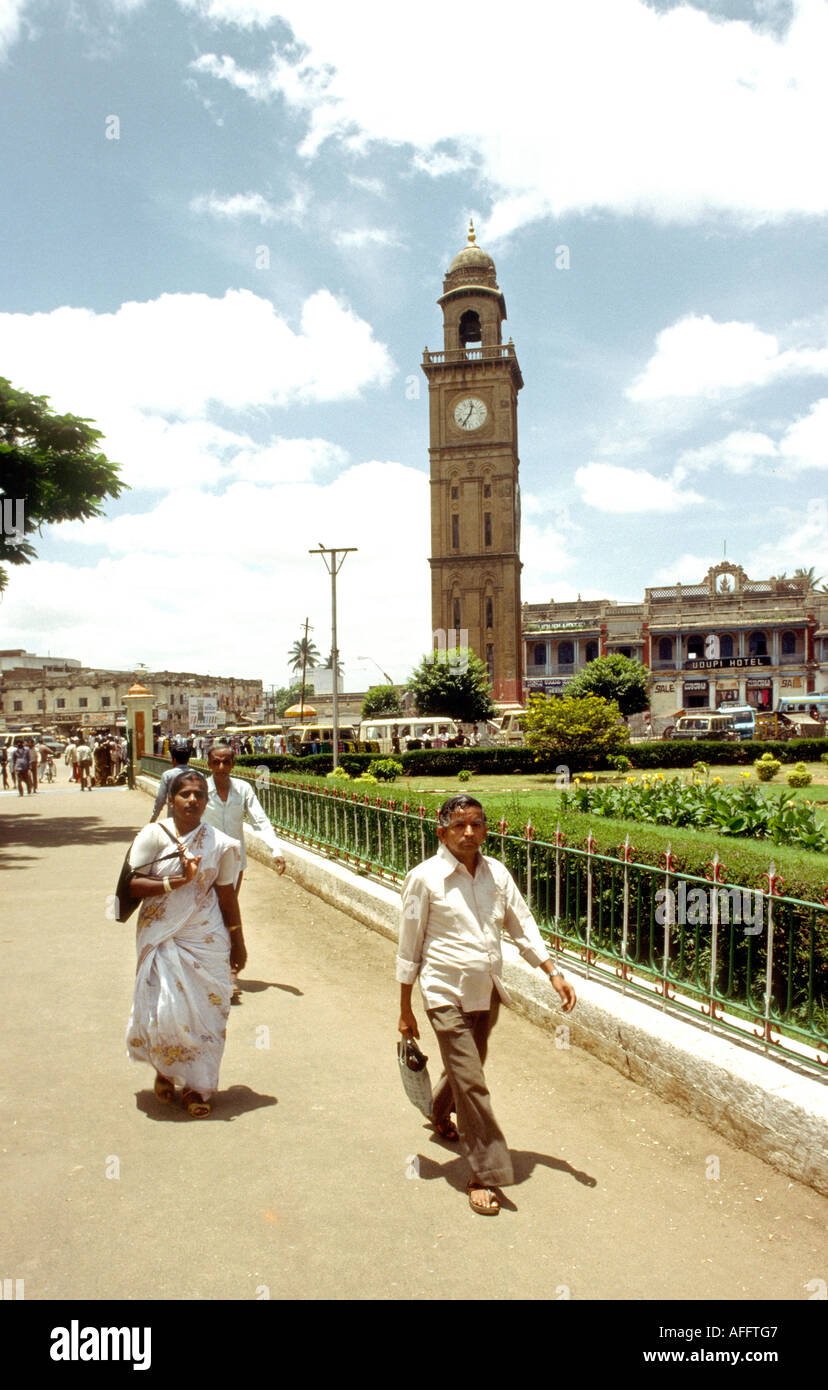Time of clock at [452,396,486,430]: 12:35
